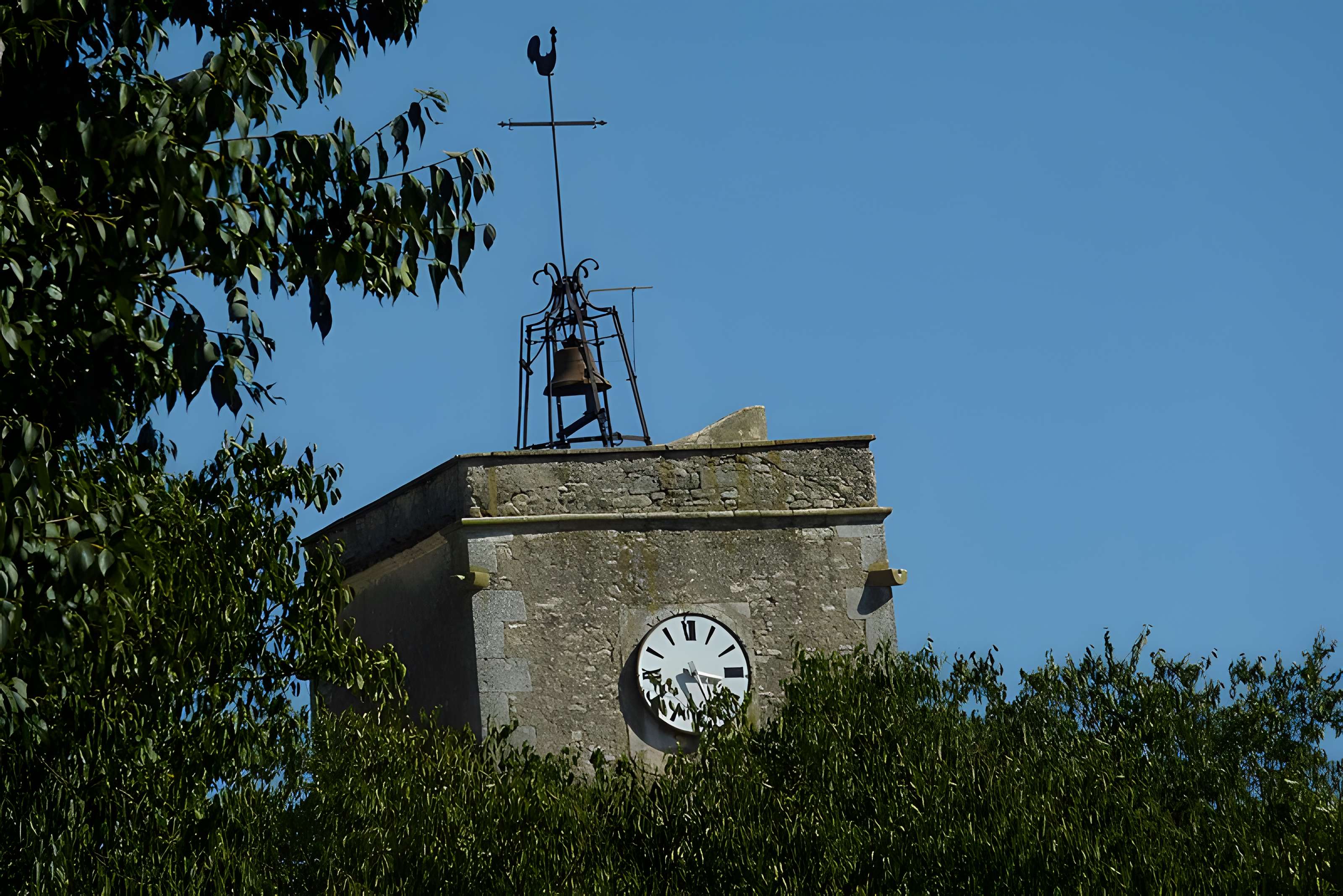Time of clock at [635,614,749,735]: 5:16
